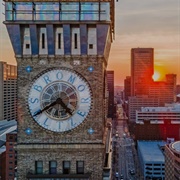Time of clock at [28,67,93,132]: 4:39
